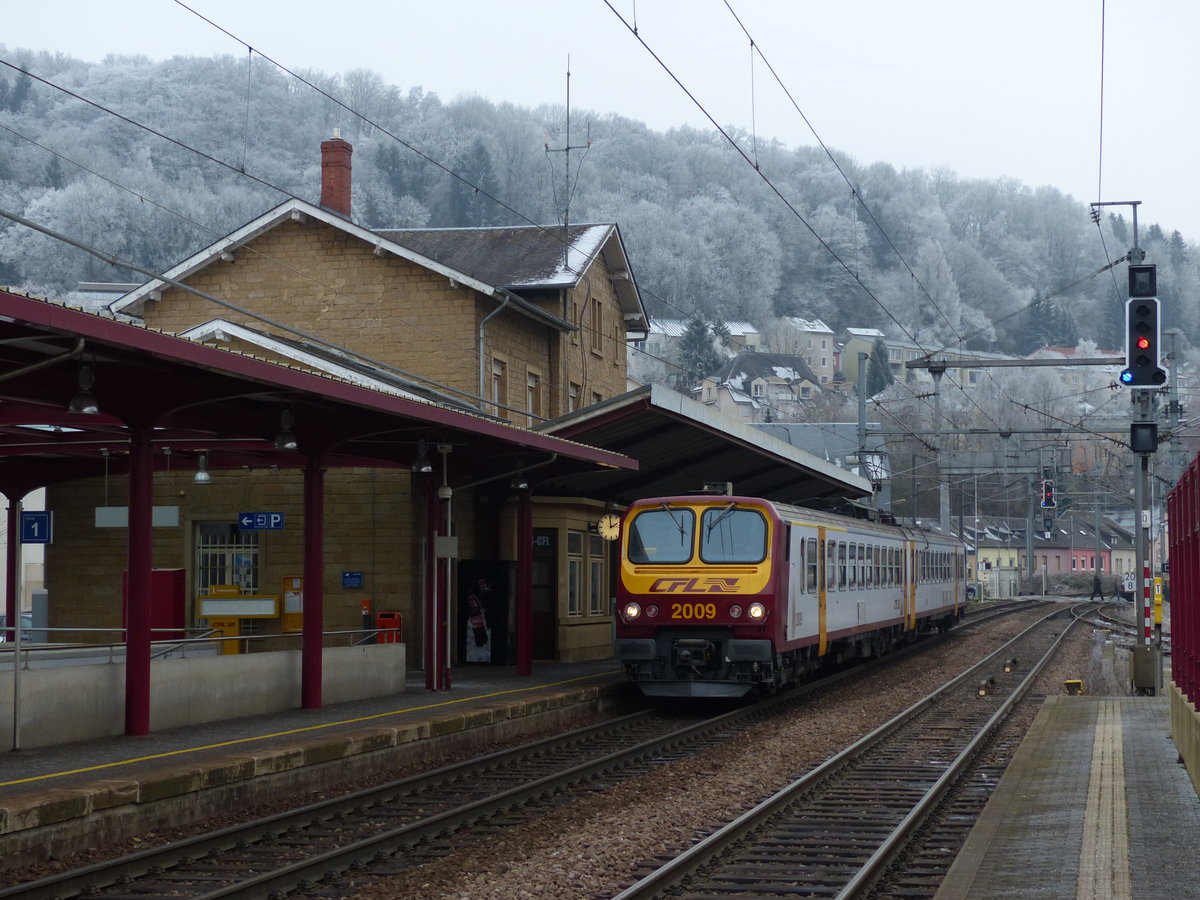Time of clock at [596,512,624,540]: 1:59
